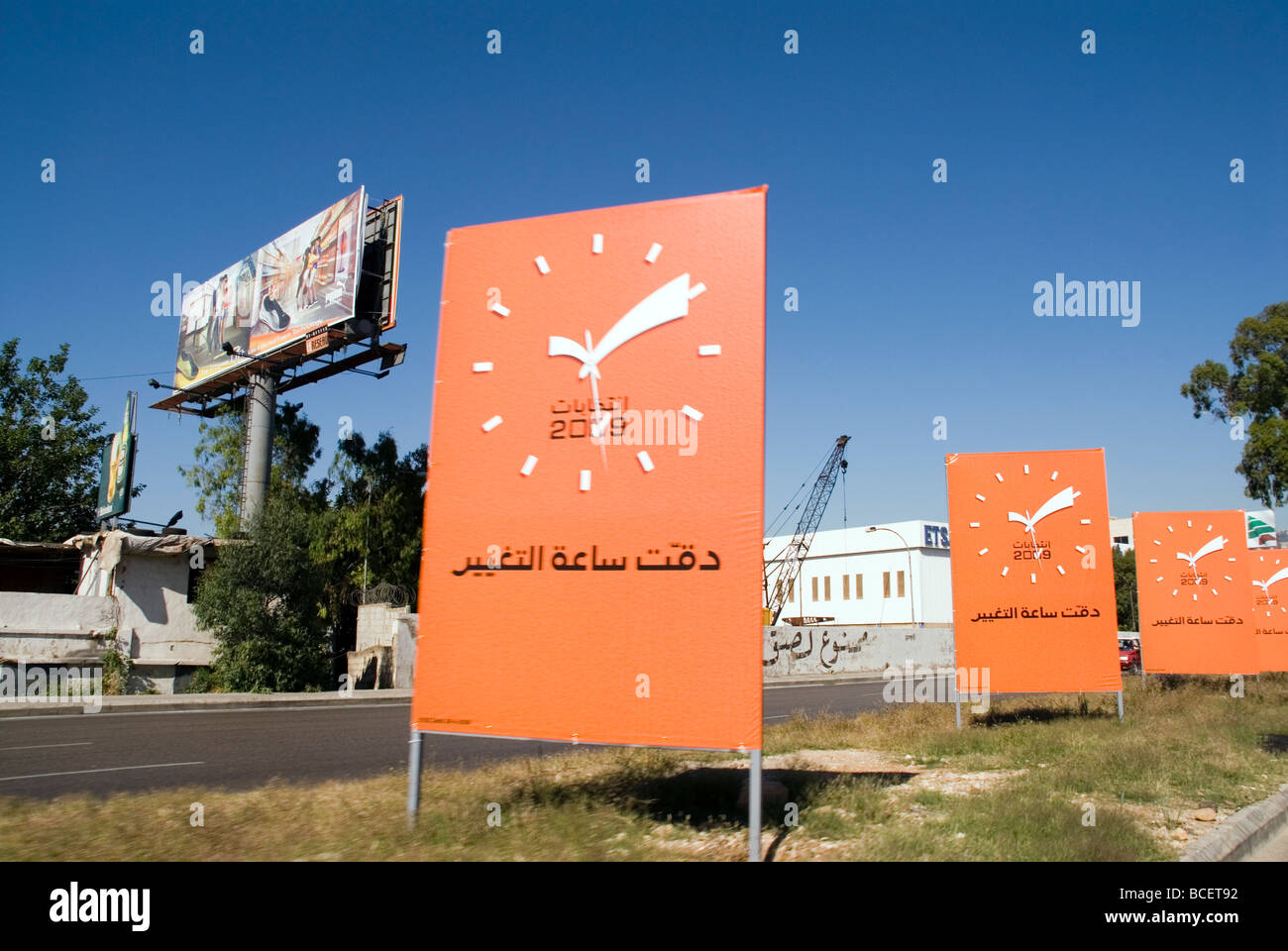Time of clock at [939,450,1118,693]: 2:09
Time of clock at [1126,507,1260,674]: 2:09
